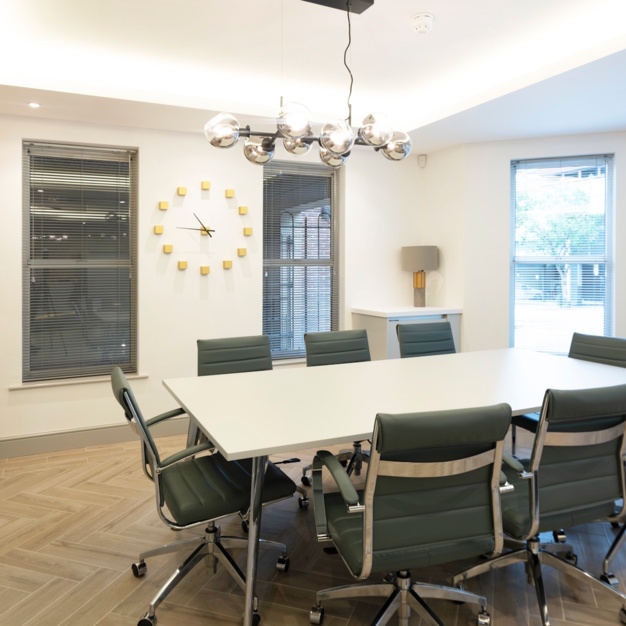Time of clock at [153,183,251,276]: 10:46
